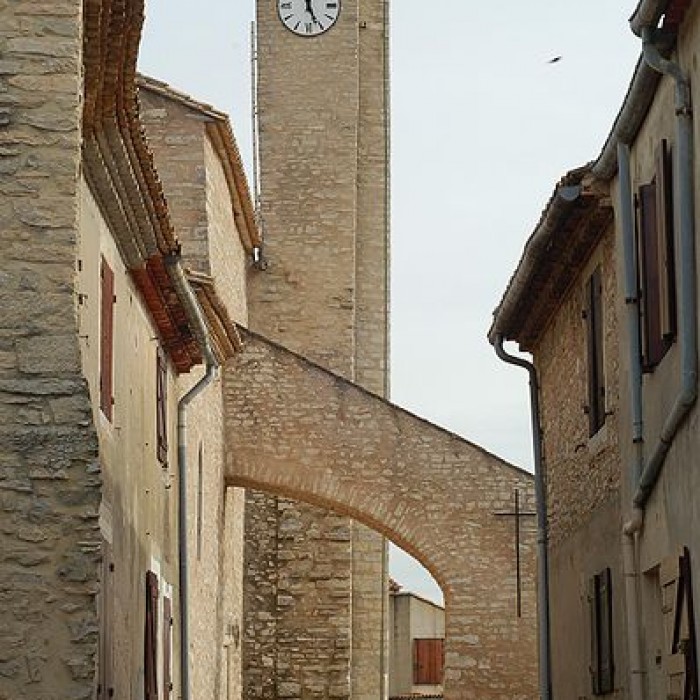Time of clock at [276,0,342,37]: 12:26
